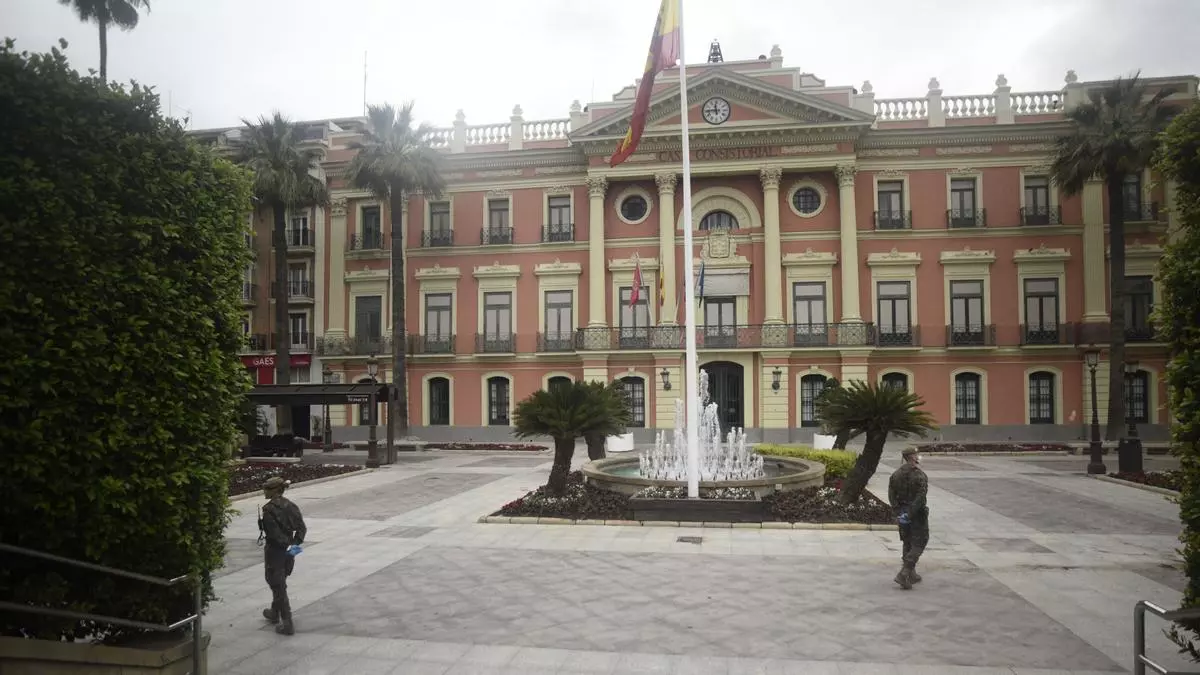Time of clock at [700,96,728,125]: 11:44
